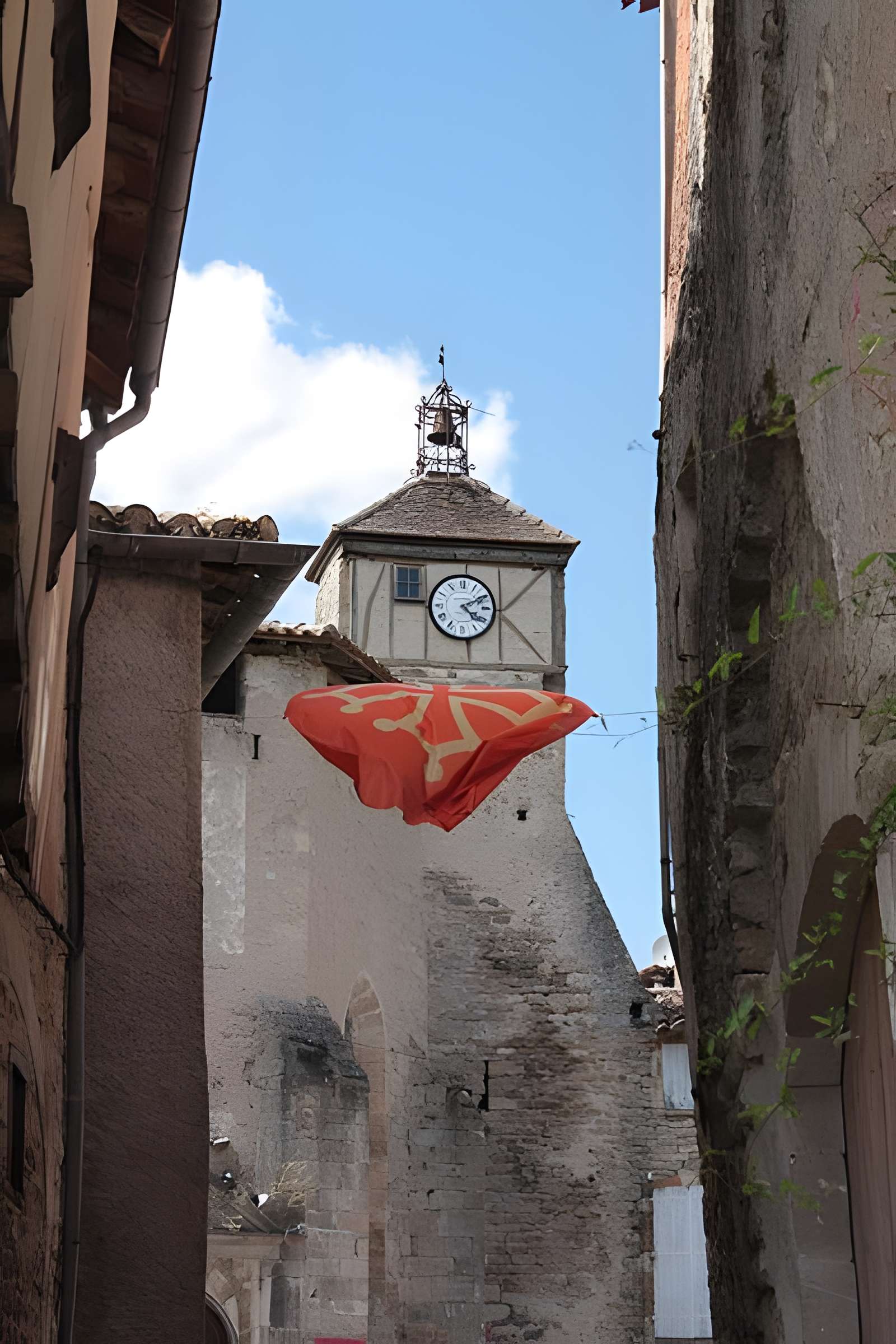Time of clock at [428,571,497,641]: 4:10
